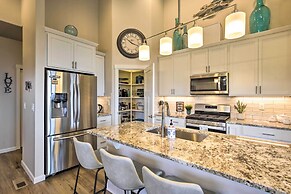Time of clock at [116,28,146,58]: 10:18
